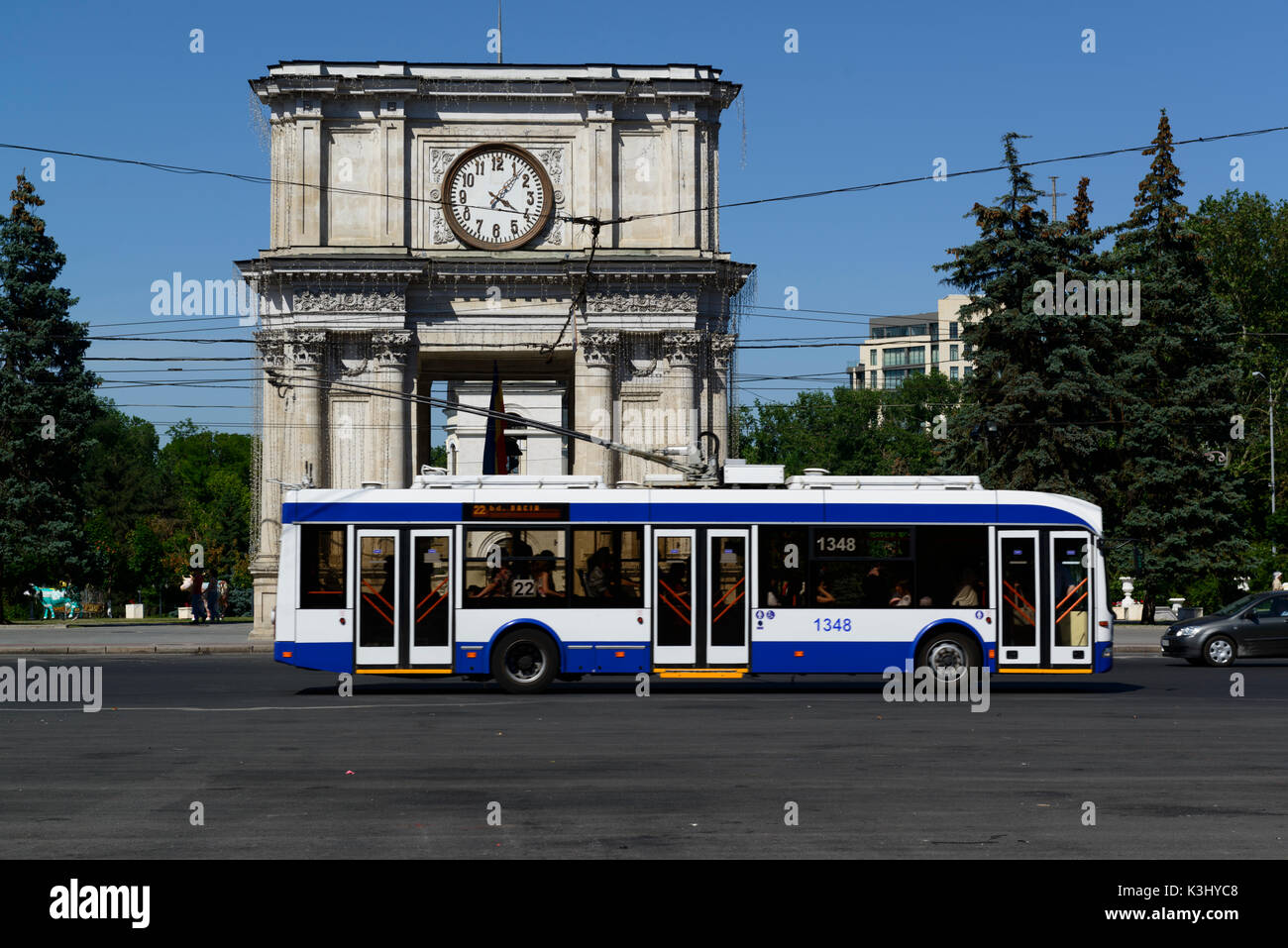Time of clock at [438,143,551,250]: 4:06
